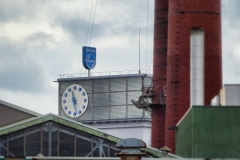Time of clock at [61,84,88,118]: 11:28
